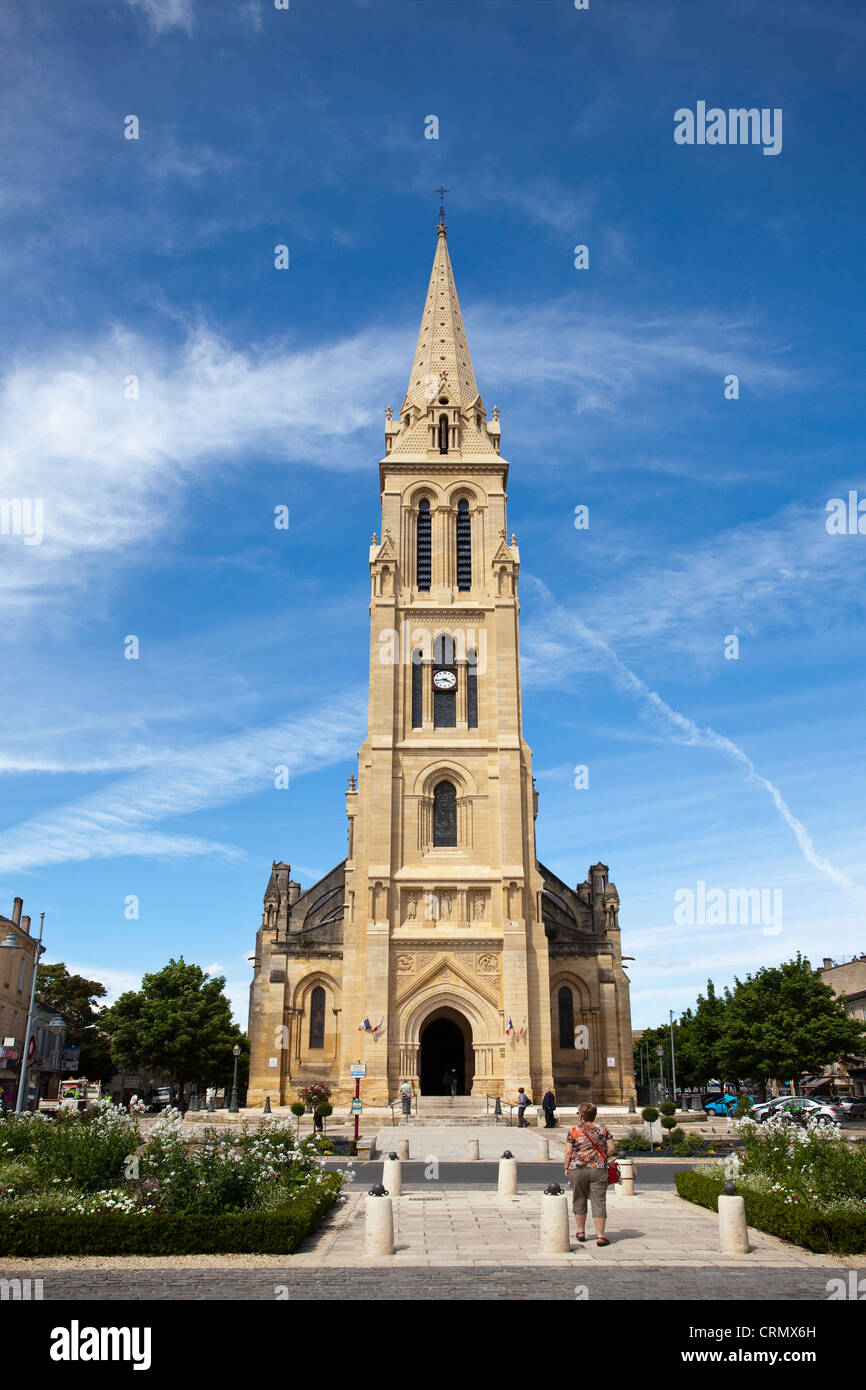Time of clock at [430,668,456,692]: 3:43
